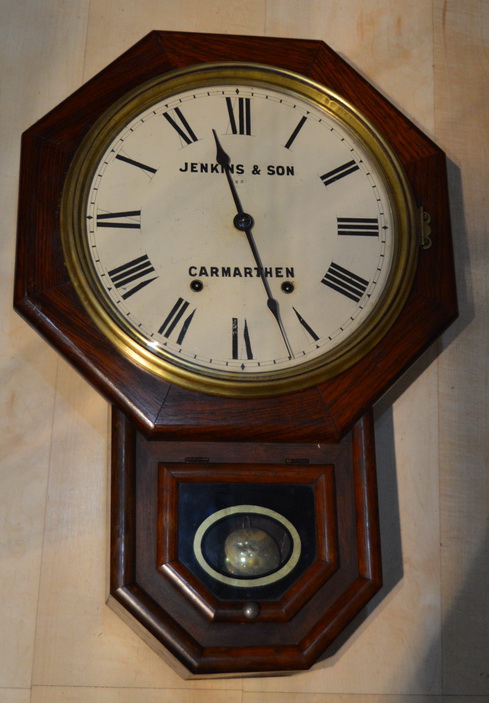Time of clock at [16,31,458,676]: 11:26
